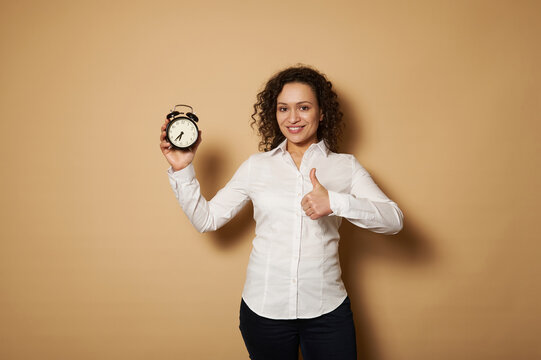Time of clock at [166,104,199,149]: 6:36
